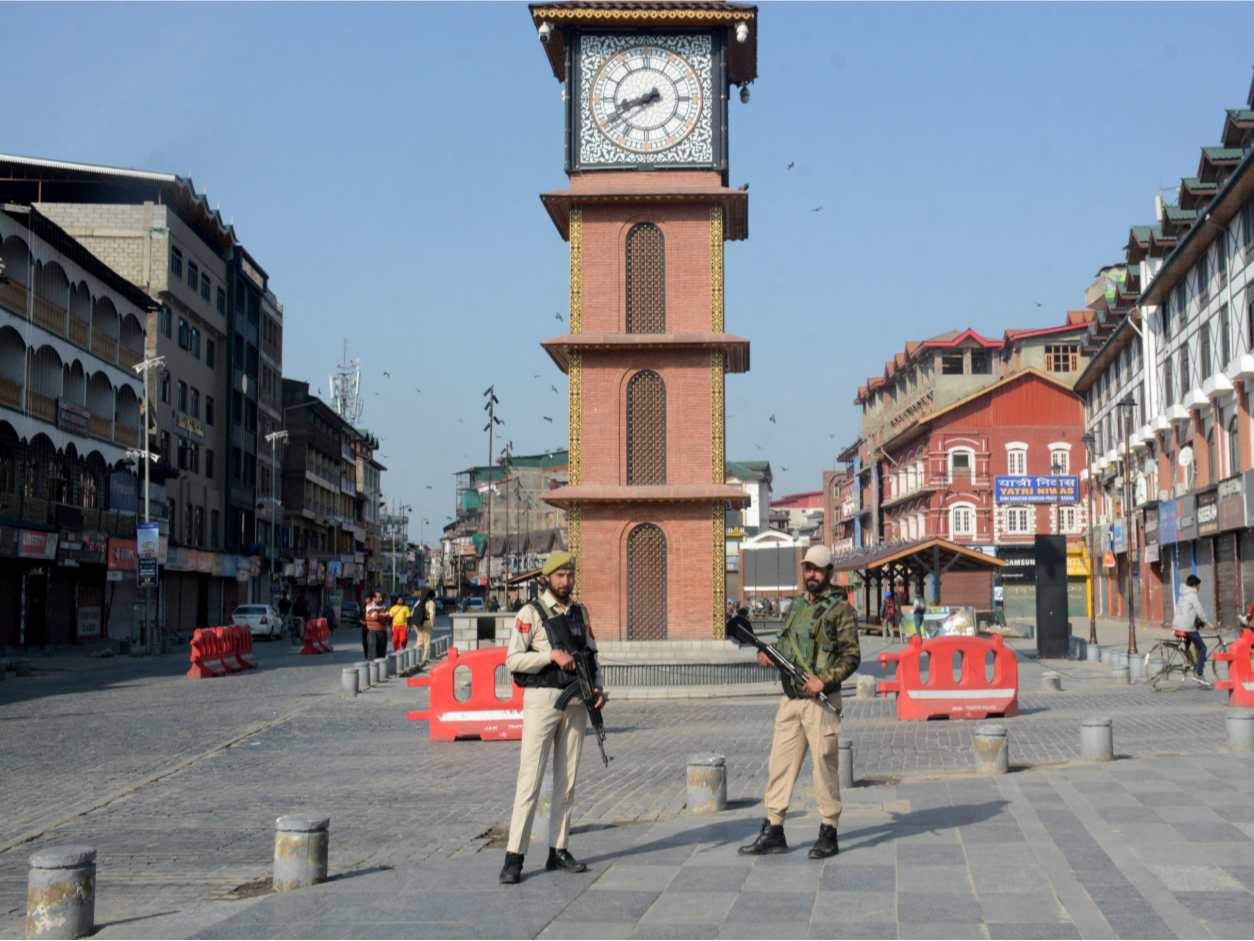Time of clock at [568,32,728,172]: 8:40
